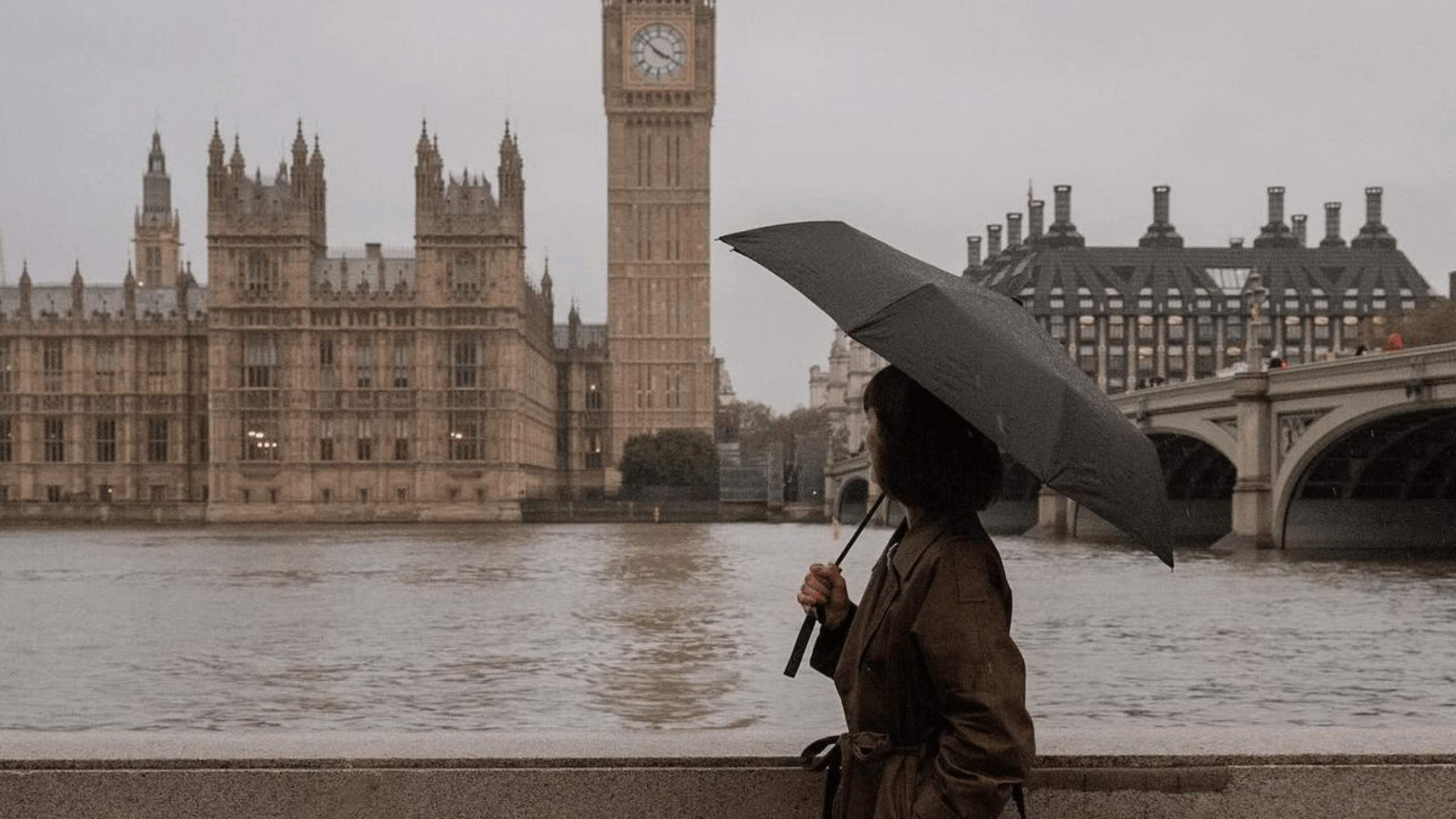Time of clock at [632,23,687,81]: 3:52
